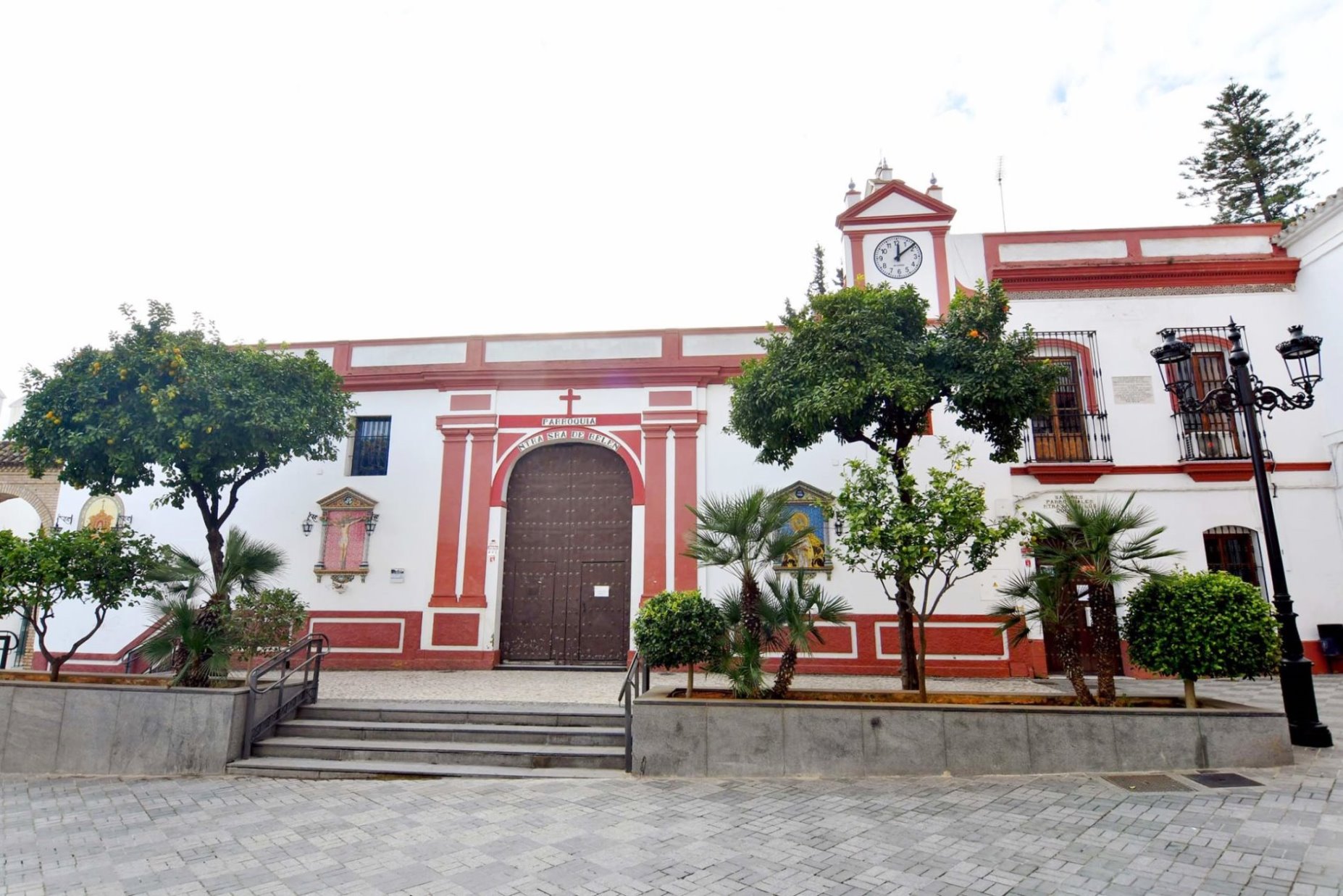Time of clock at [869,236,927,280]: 12:08
